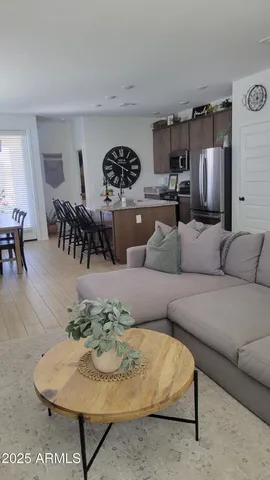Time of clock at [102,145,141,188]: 5:49
